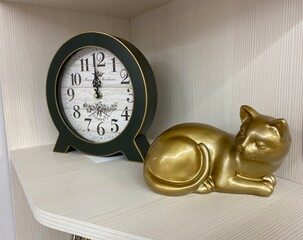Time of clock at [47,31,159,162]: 11:59
